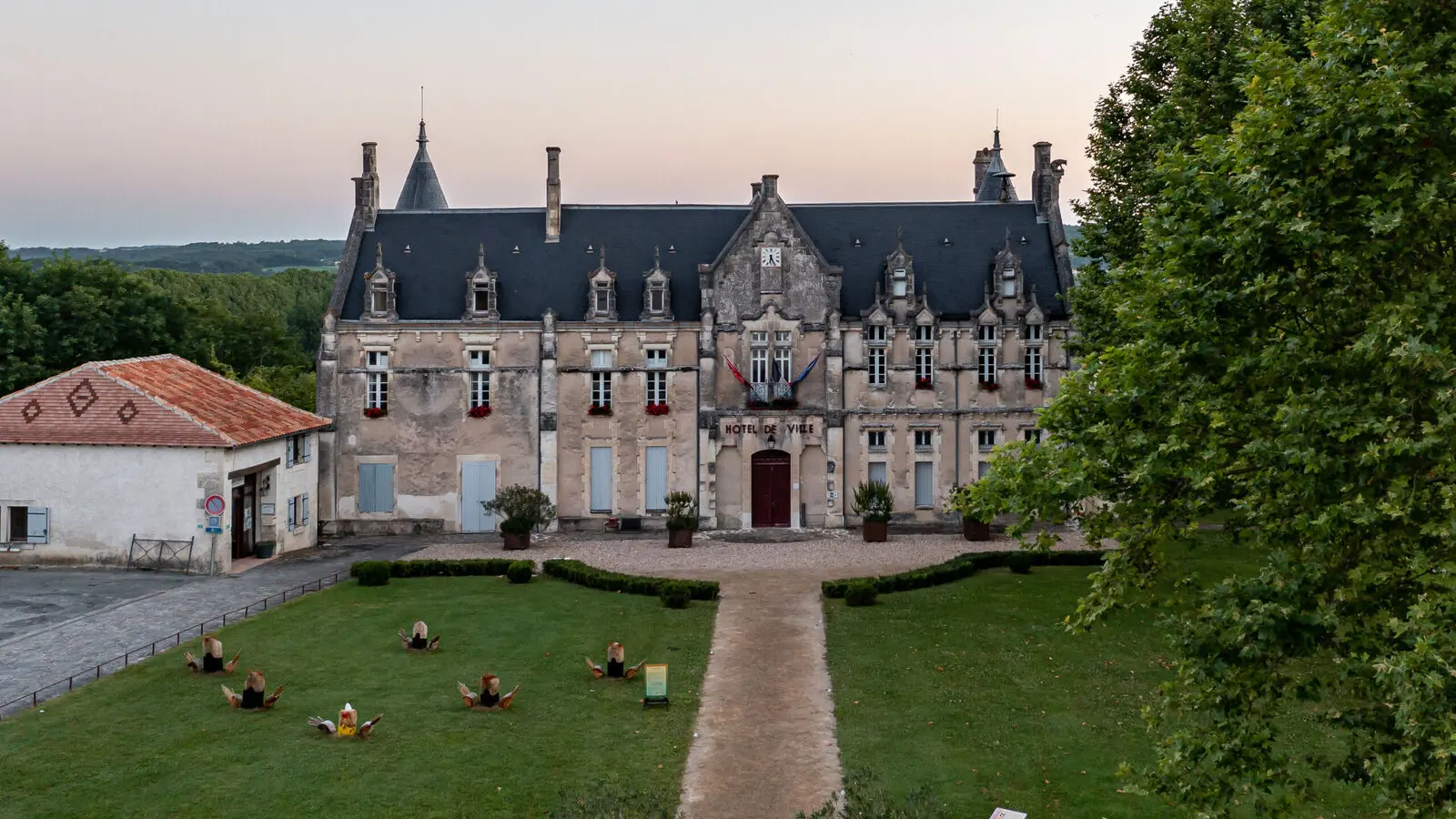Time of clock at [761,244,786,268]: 6:25
